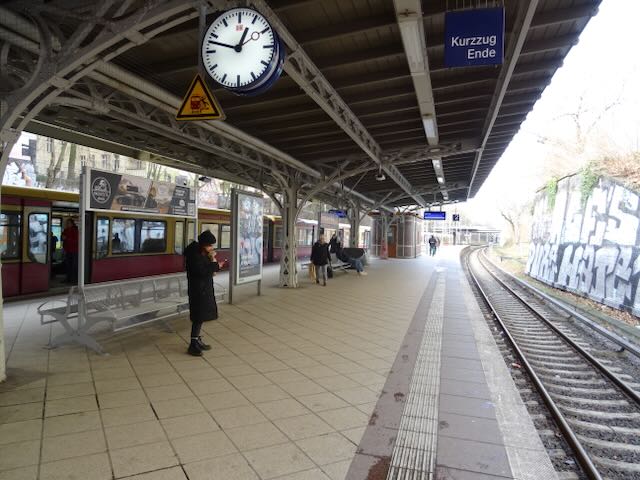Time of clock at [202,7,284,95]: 12:47
